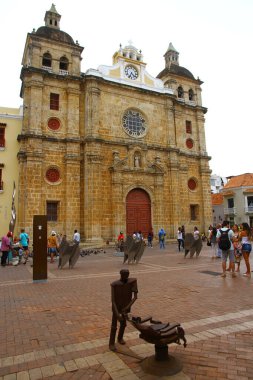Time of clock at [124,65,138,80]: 4:33
